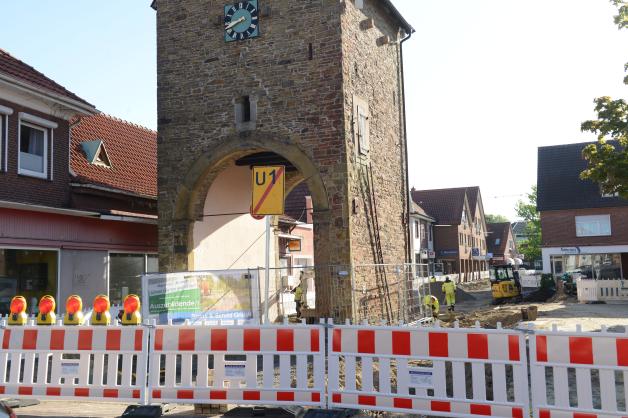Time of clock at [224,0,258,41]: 8:40
